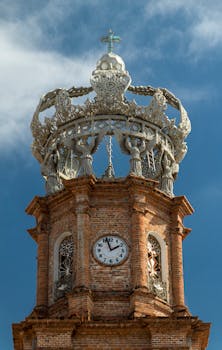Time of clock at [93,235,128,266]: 1:57
